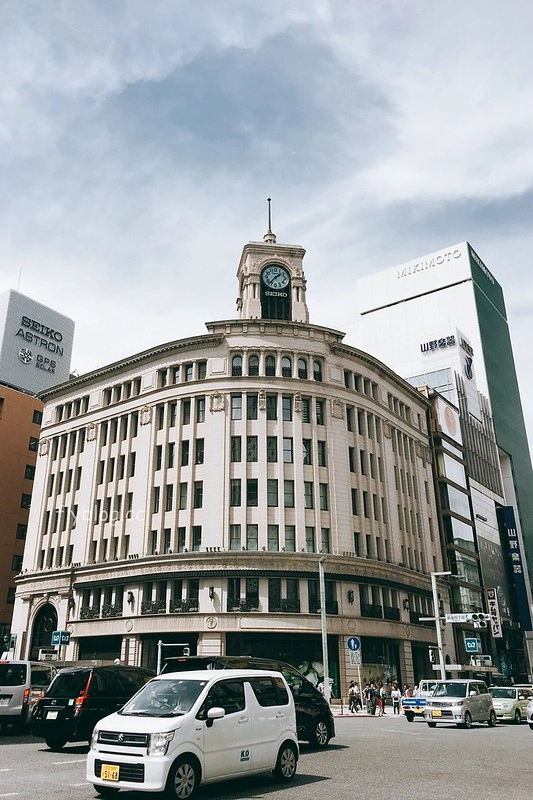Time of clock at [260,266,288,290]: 1:36
